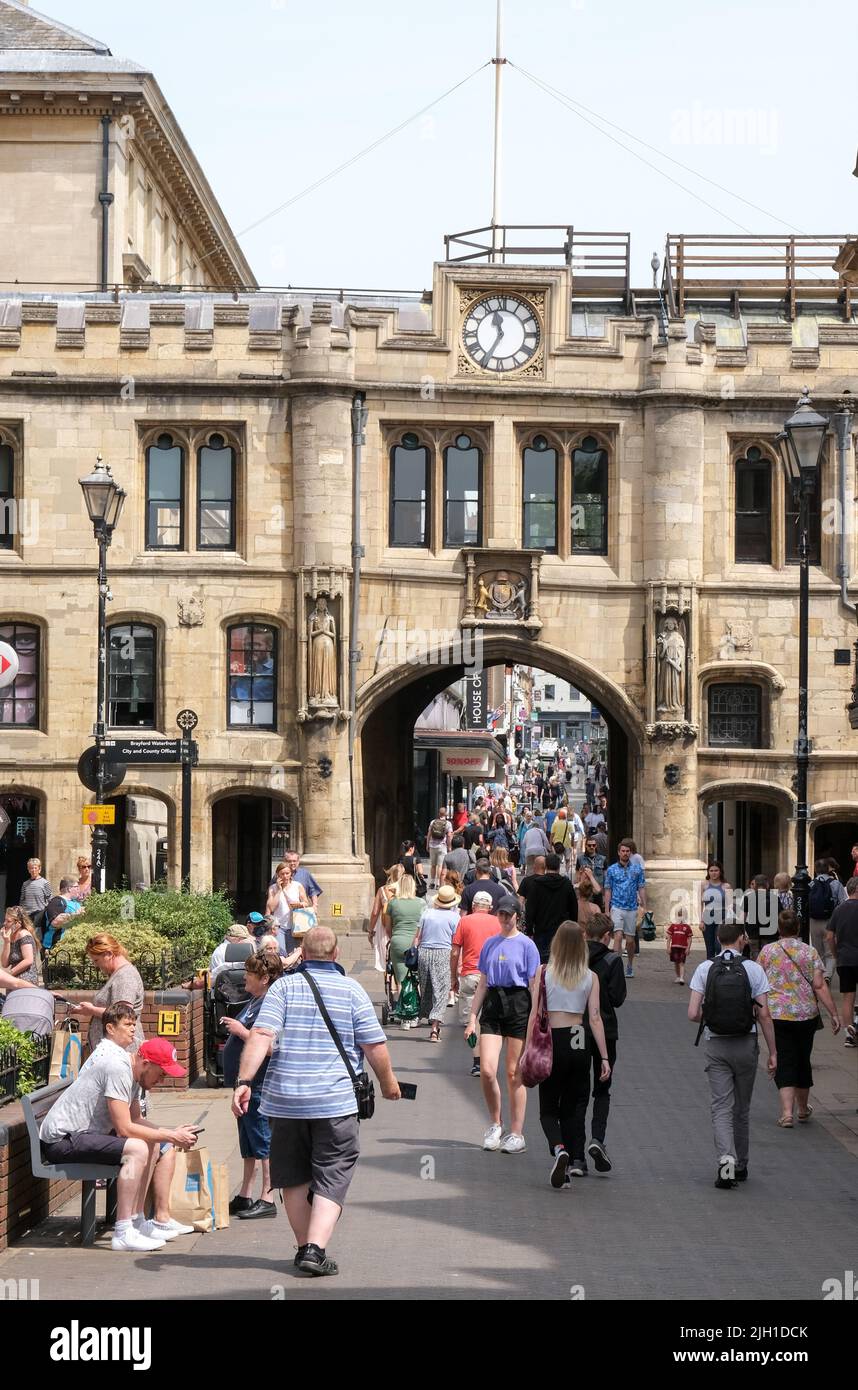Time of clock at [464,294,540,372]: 11:34
